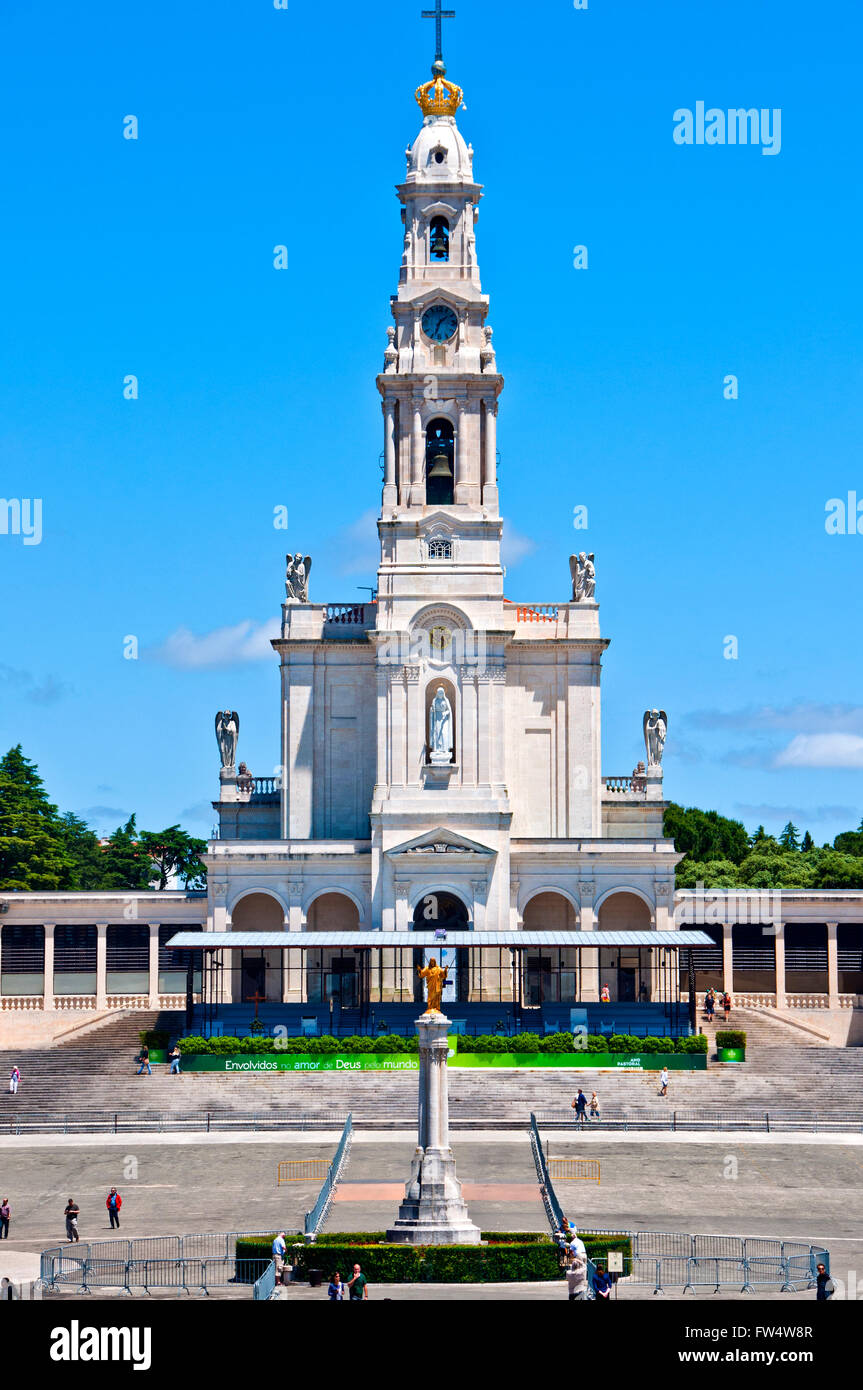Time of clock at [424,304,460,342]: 1:33
